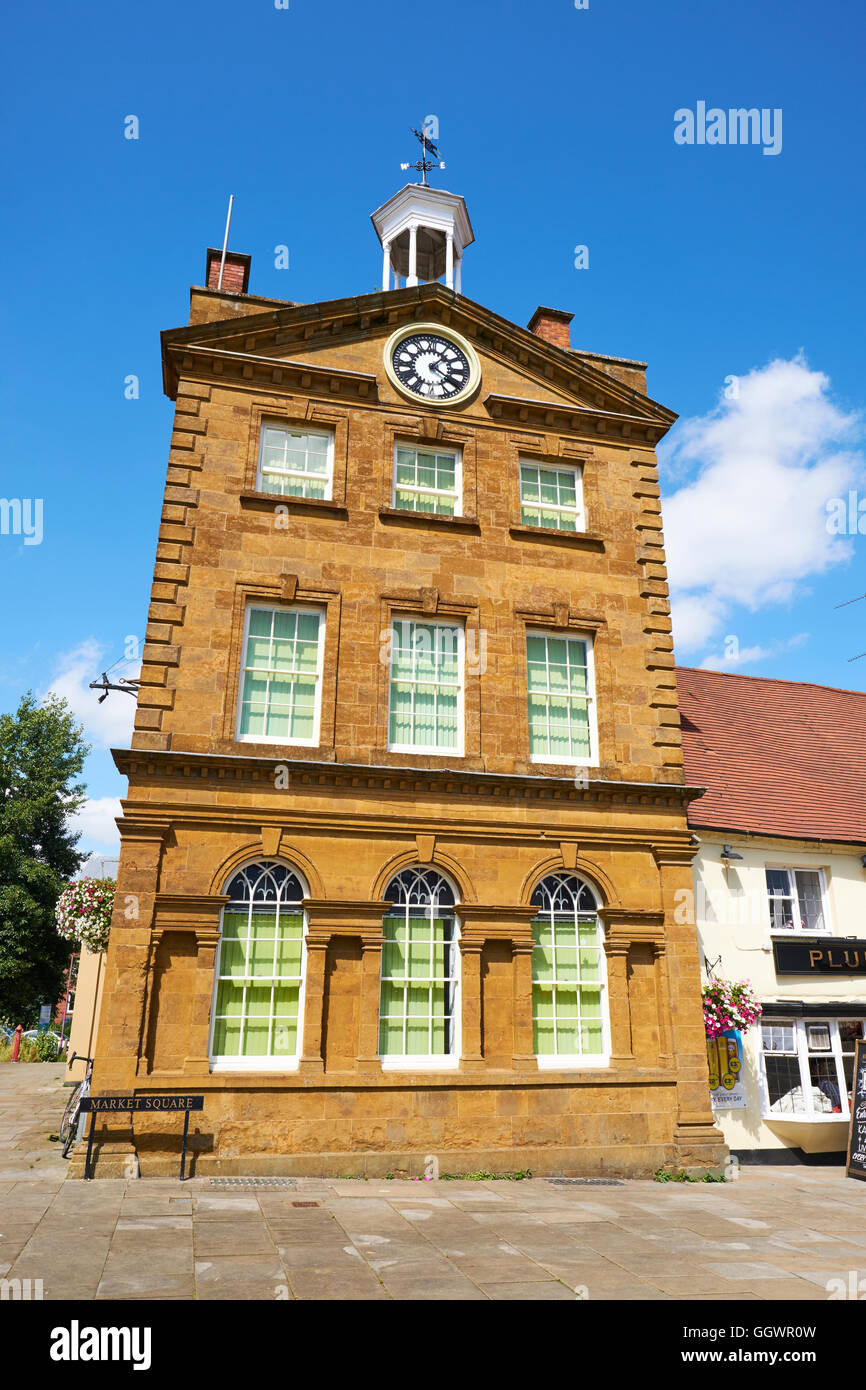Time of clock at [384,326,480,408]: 1:20
